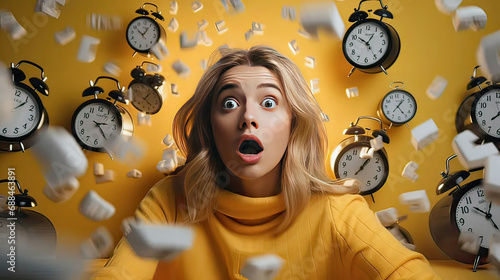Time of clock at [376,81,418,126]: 1:24
